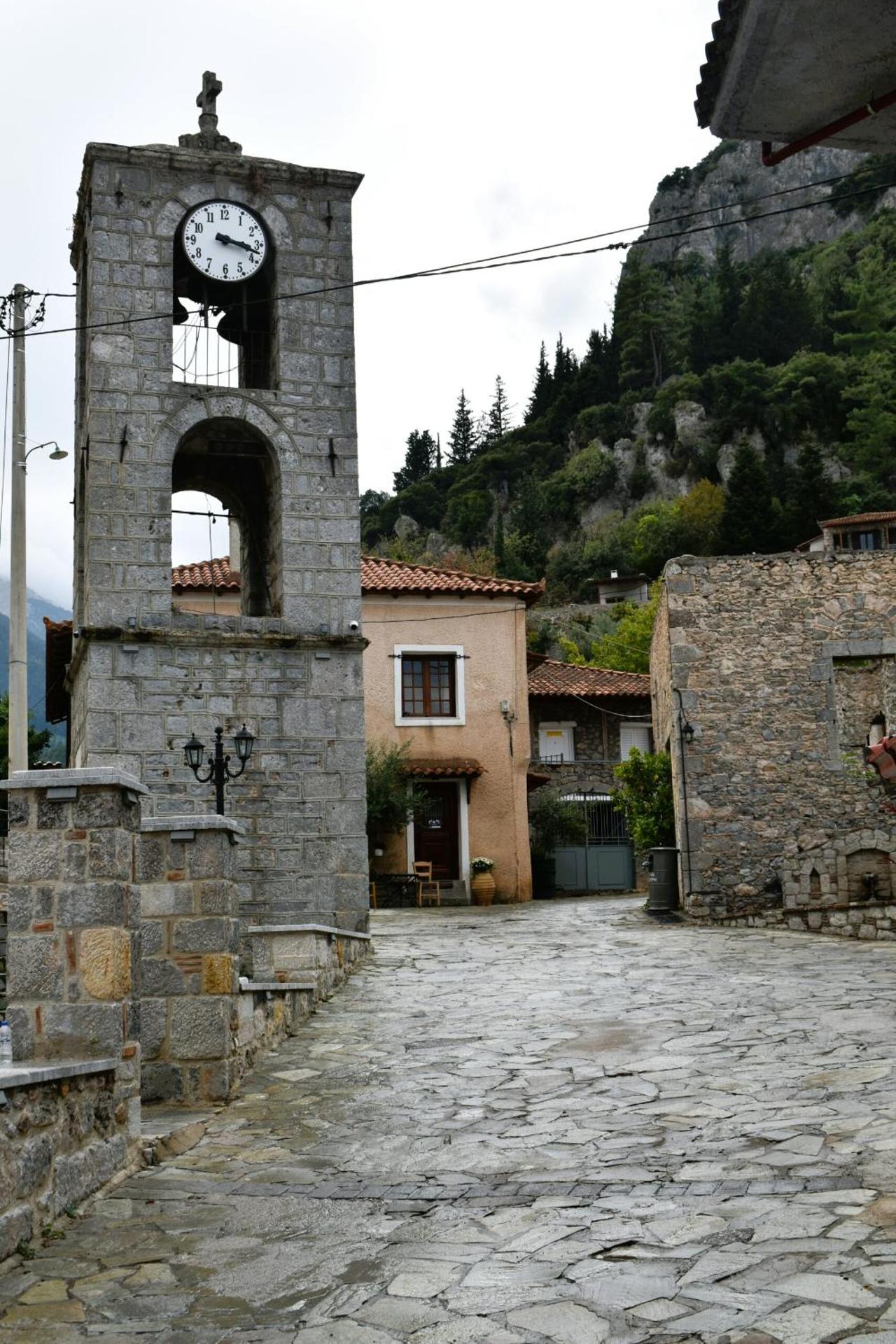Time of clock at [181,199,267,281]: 3:17
